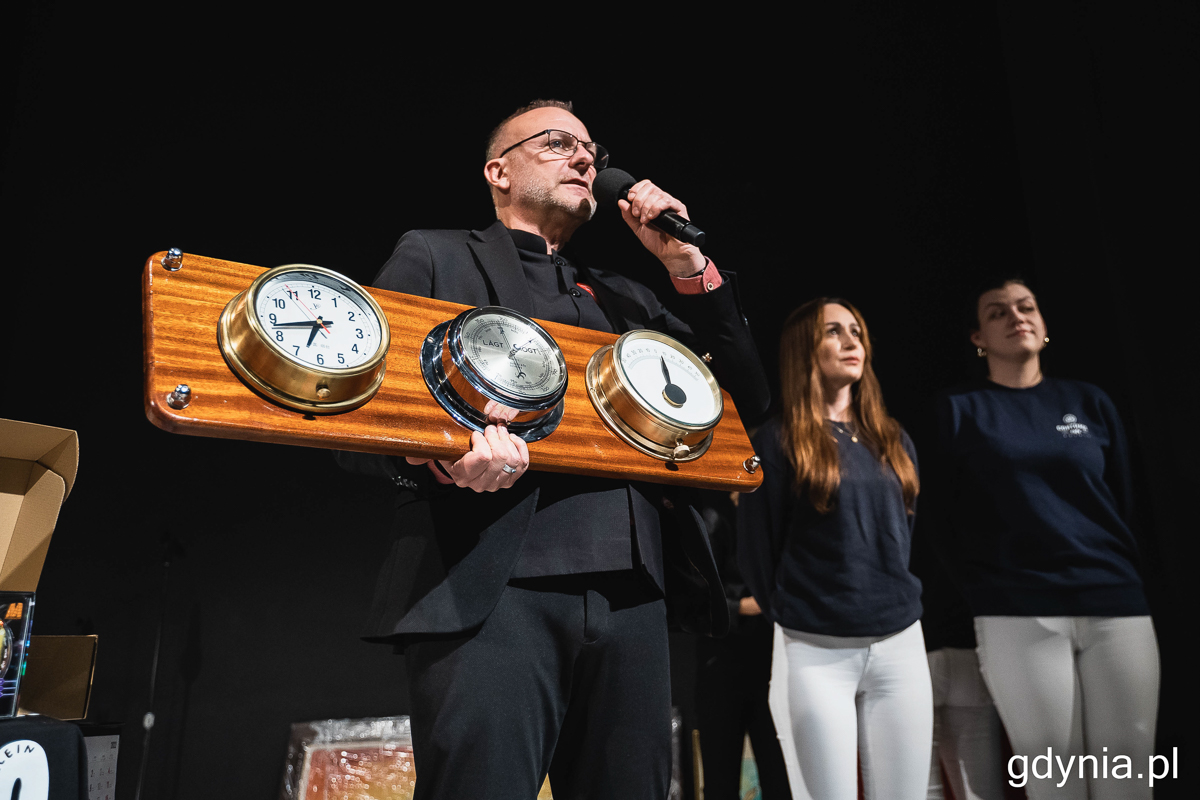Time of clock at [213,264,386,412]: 6:42
